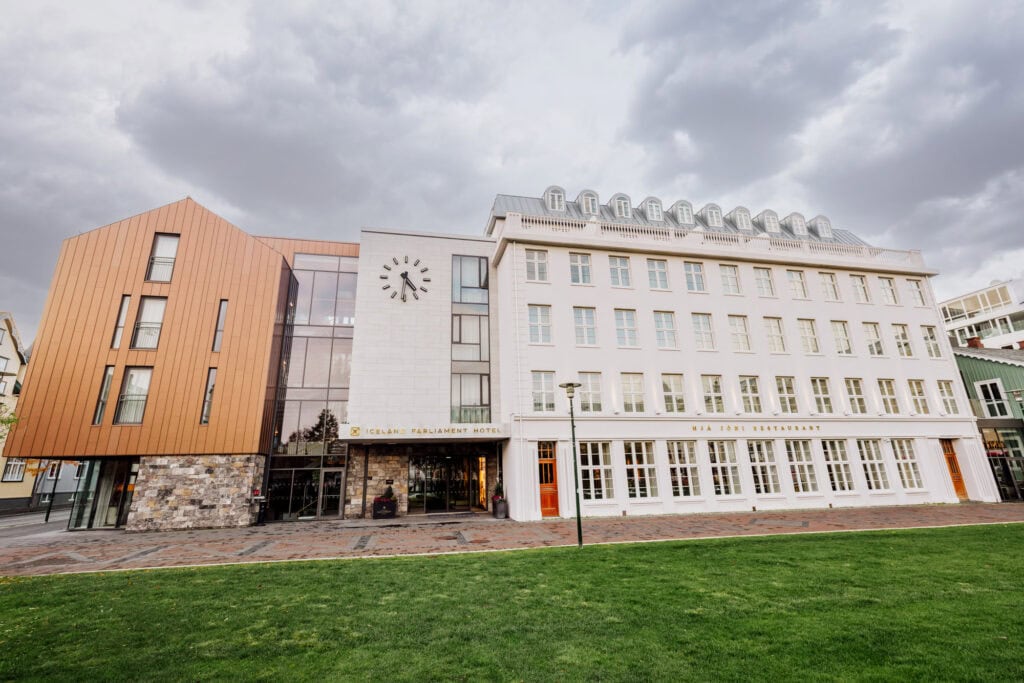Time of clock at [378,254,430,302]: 4:31
